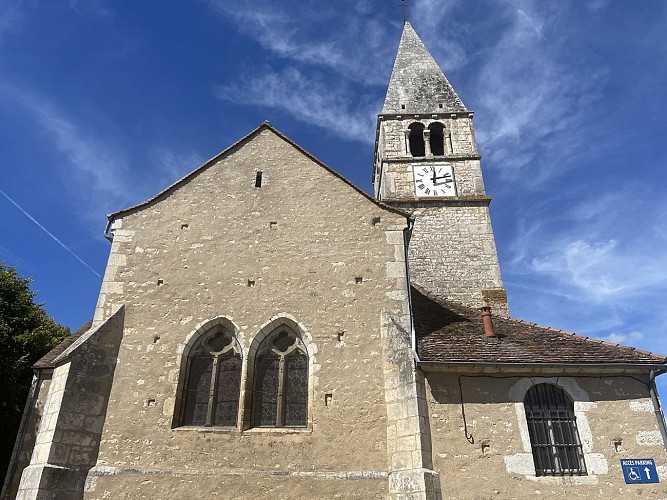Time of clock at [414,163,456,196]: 12:12
